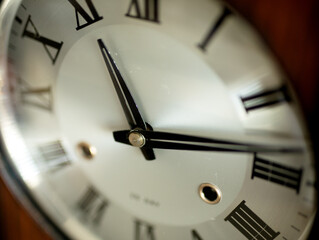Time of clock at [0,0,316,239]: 11:13
